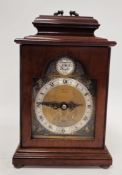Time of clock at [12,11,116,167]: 2:46
